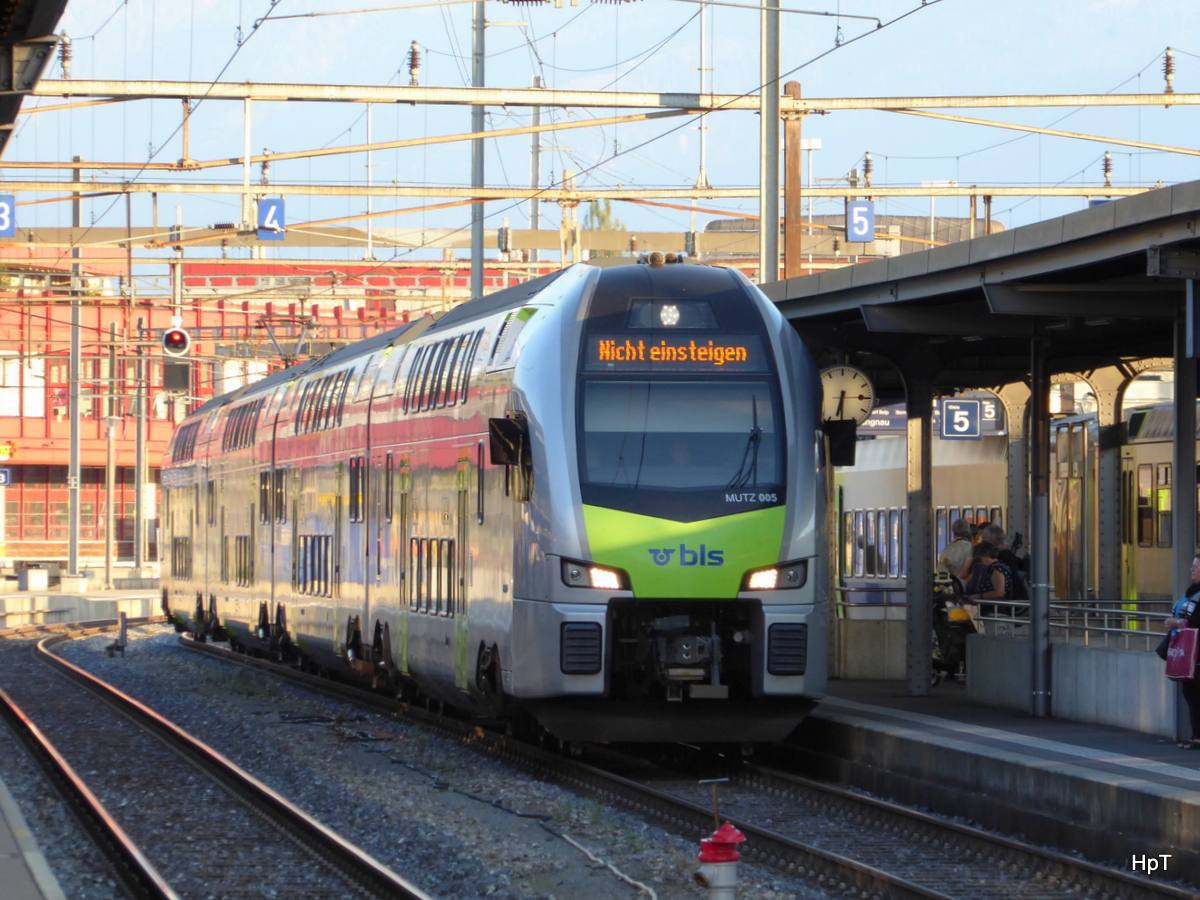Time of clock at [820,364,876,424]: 6:30
